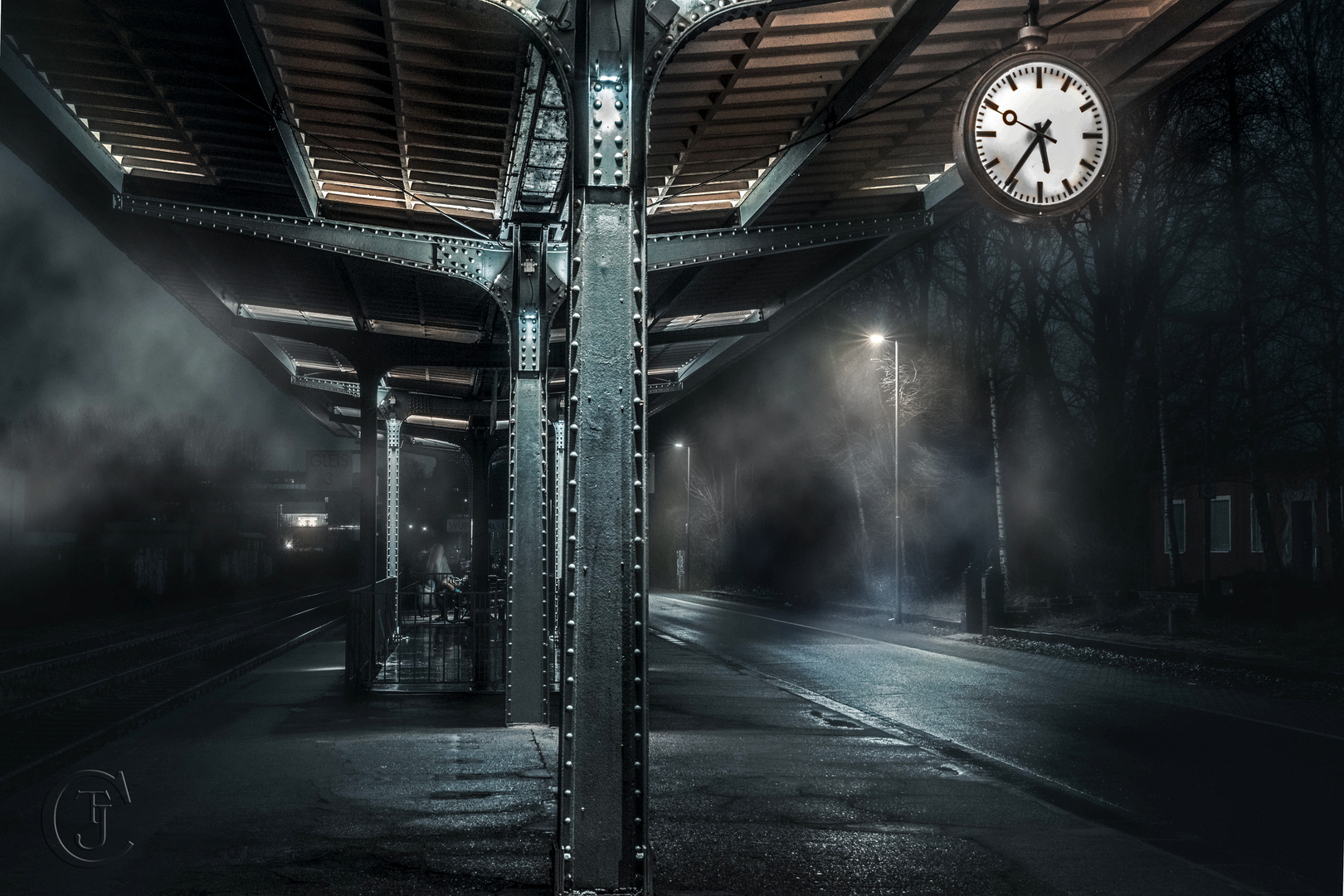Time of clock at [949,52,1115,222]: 5:35
